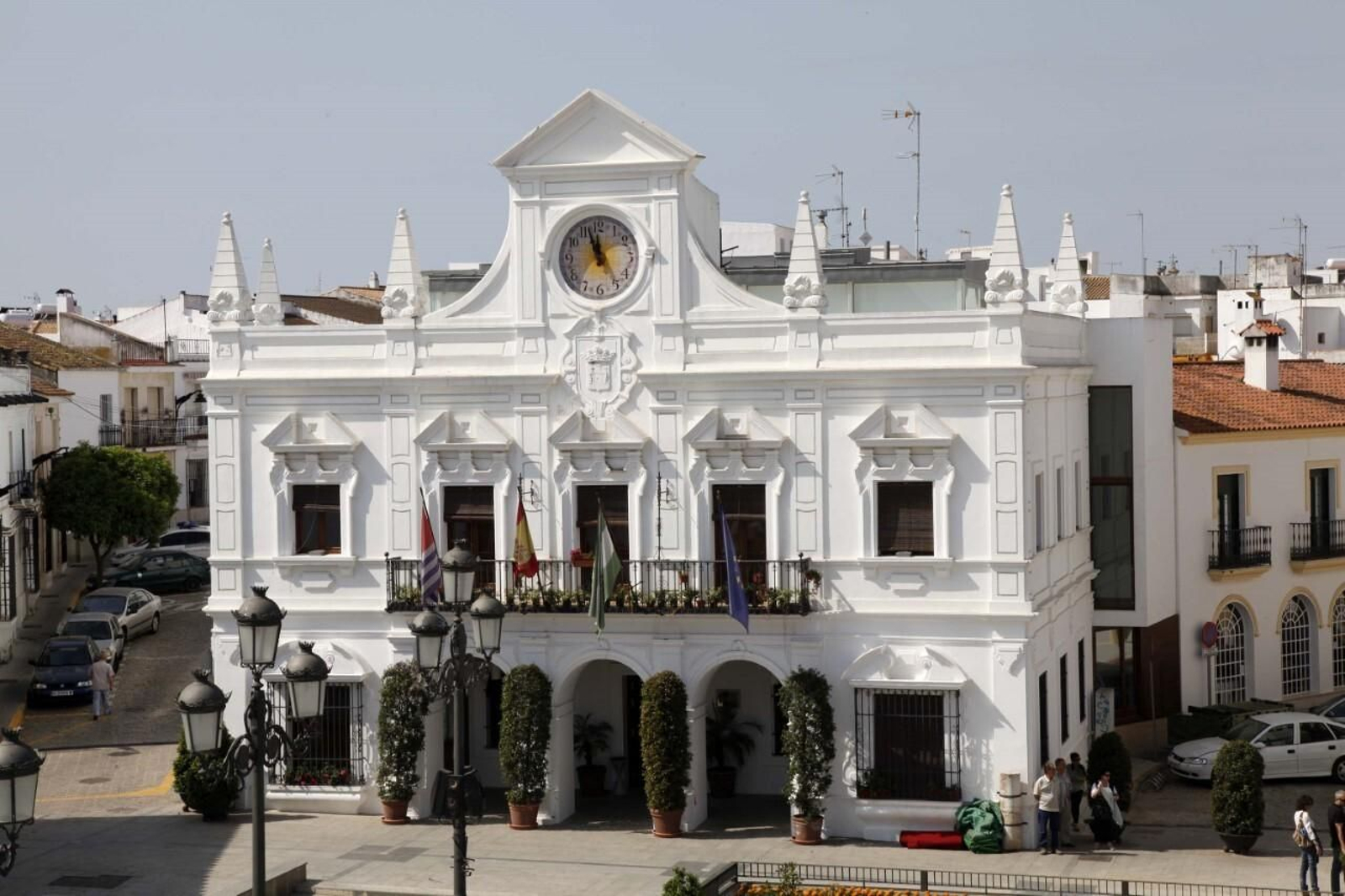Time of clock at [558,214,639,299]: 11:56
